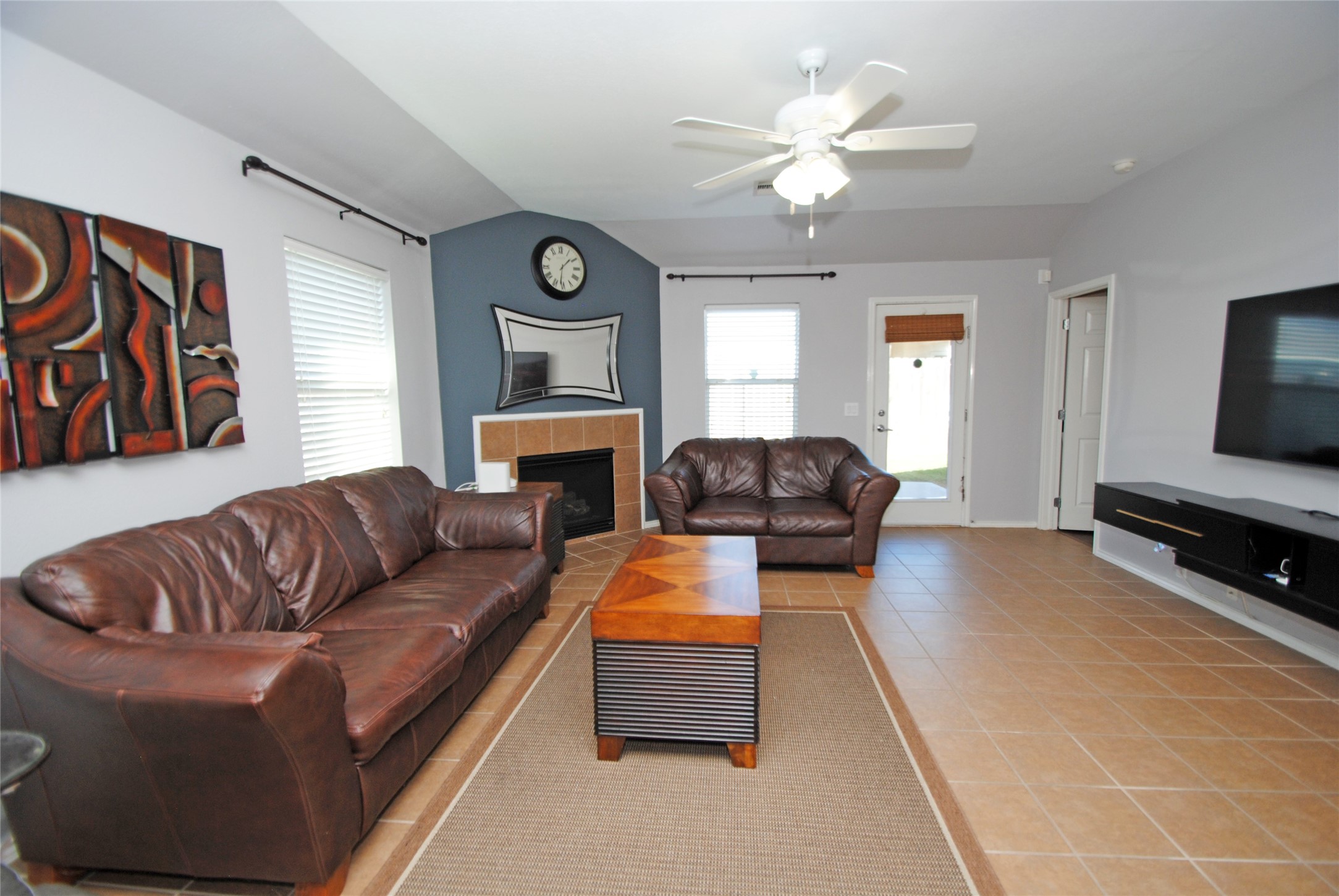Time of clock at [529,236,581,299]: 1:31
